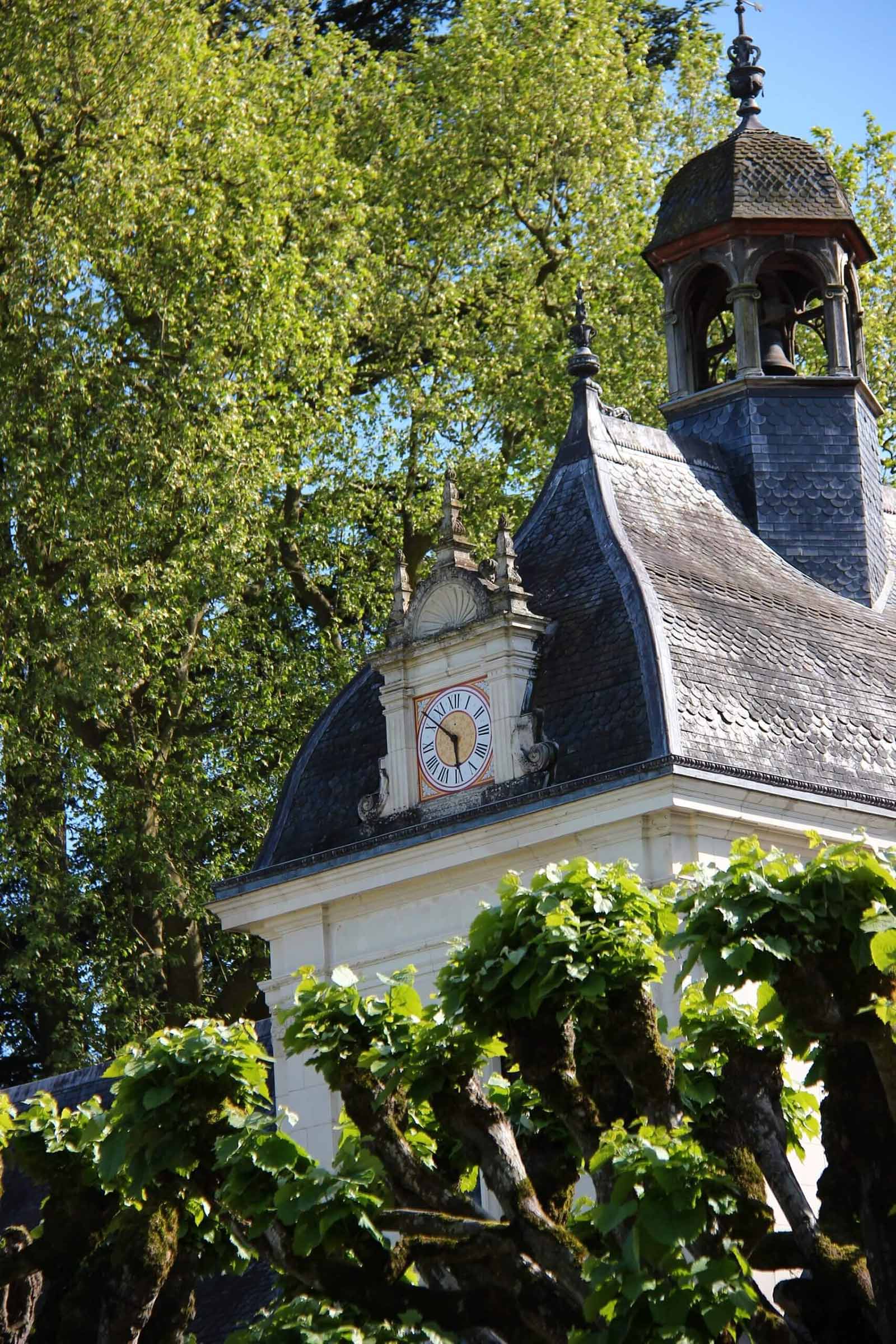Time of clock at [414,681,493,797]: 5:51
